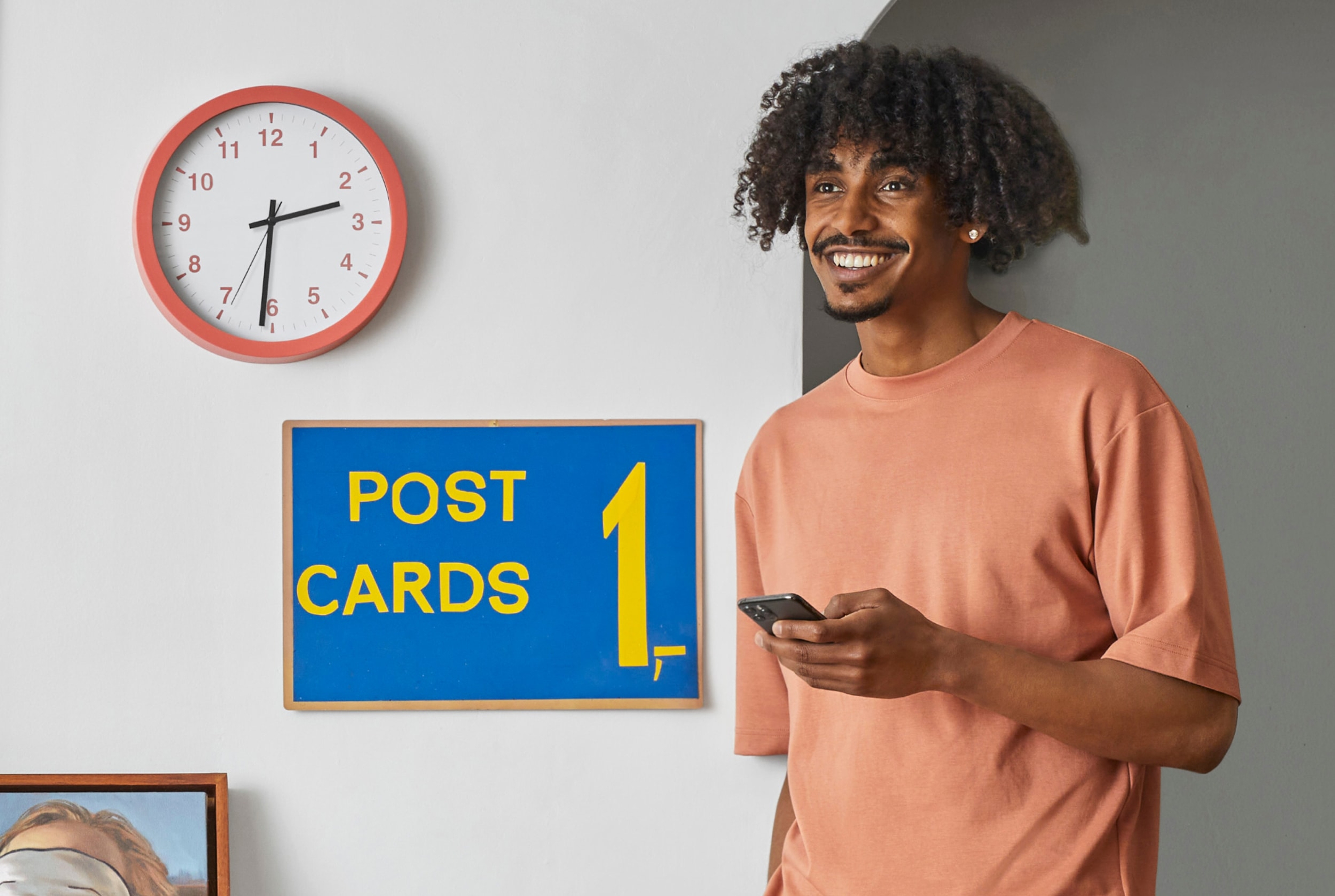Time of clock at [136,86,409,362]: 2:30
